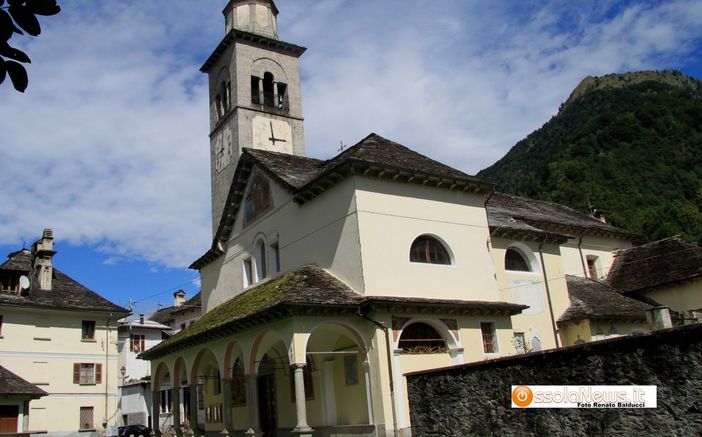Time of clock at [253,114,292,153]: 2:58
